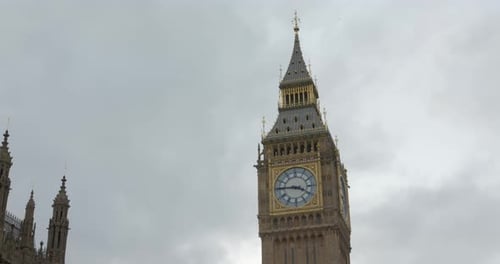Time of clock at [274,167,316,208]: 3:45
